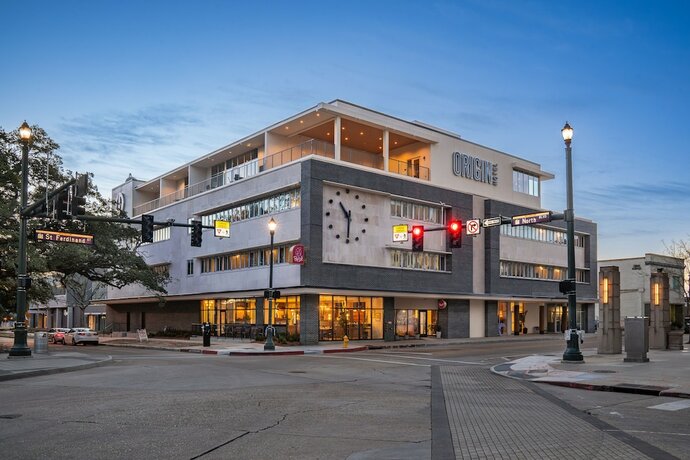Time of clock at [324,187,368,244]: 10:30
